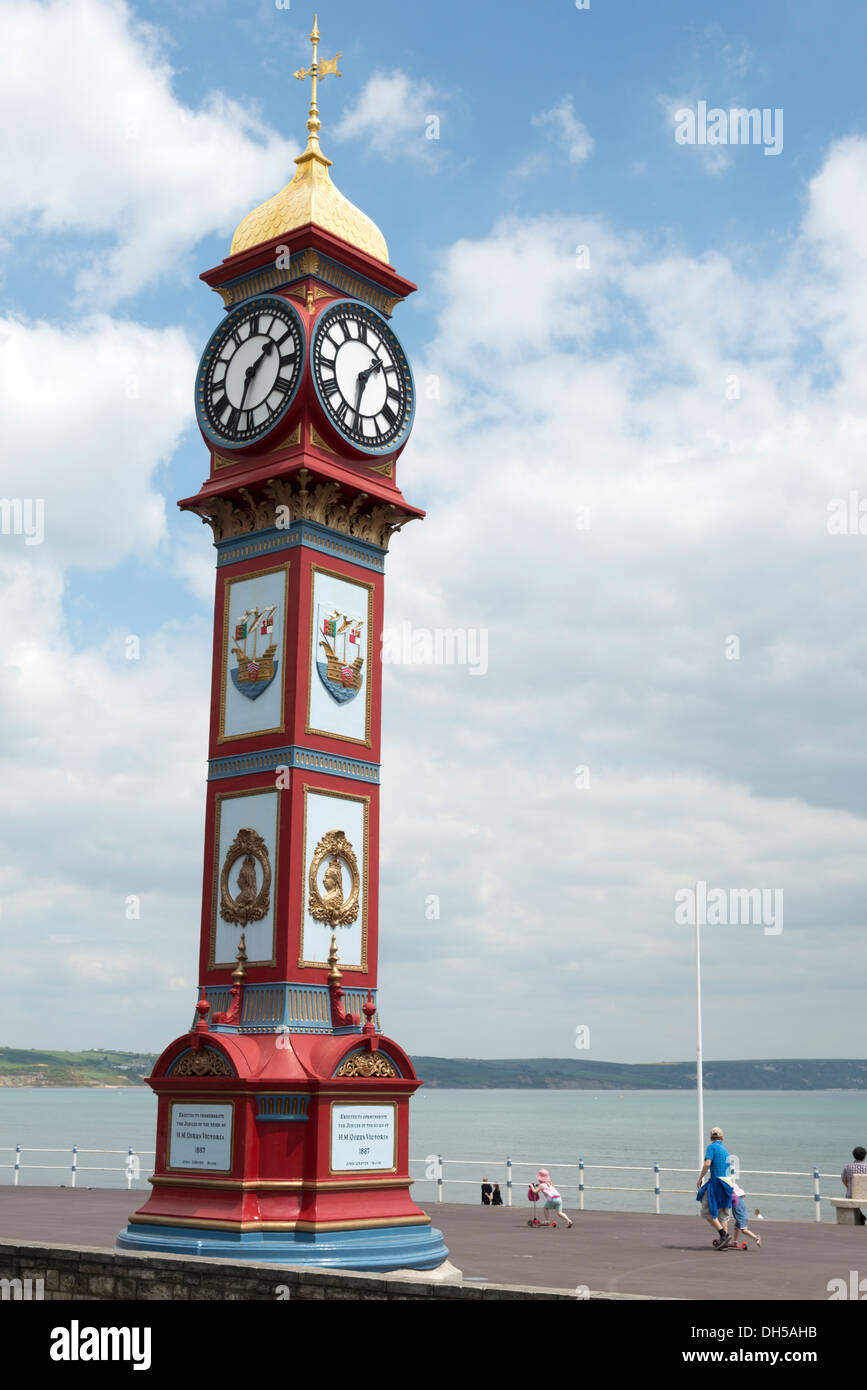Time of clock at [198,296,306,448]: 1:32
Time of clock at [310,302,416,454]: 1:32
